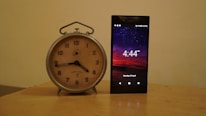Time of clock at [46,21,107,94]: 4:43
